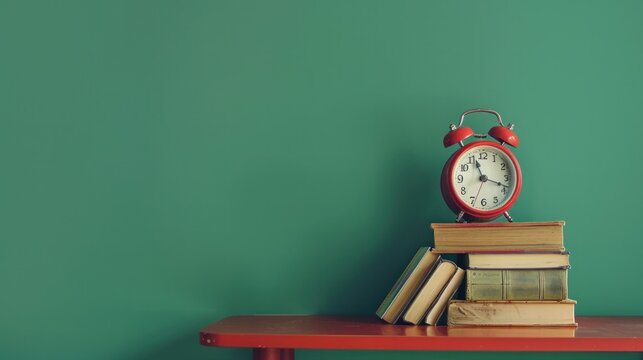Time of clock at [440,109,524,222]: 11:18
